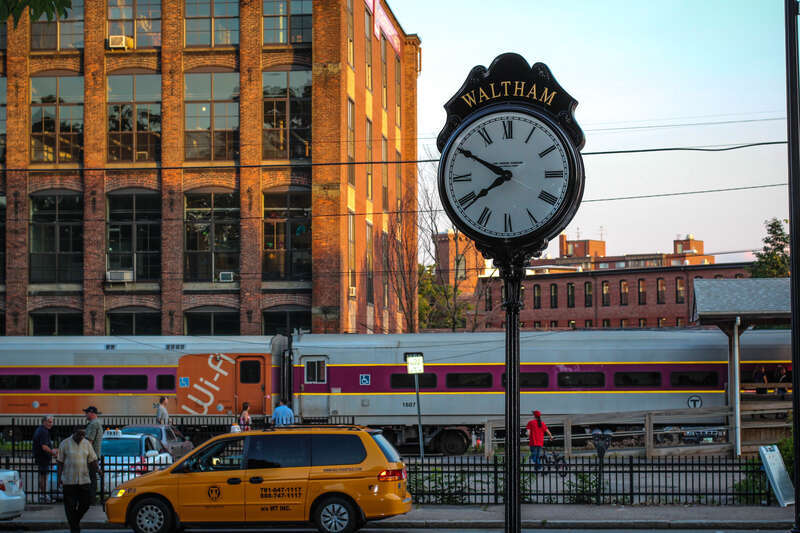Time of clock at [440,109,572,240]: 7:49
